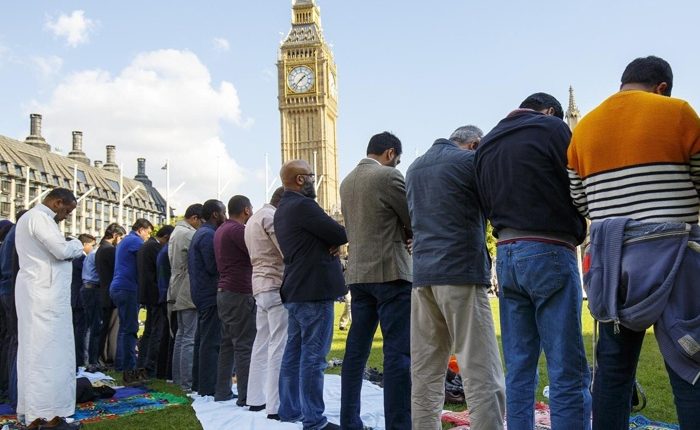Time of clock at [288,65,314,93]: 1:37
